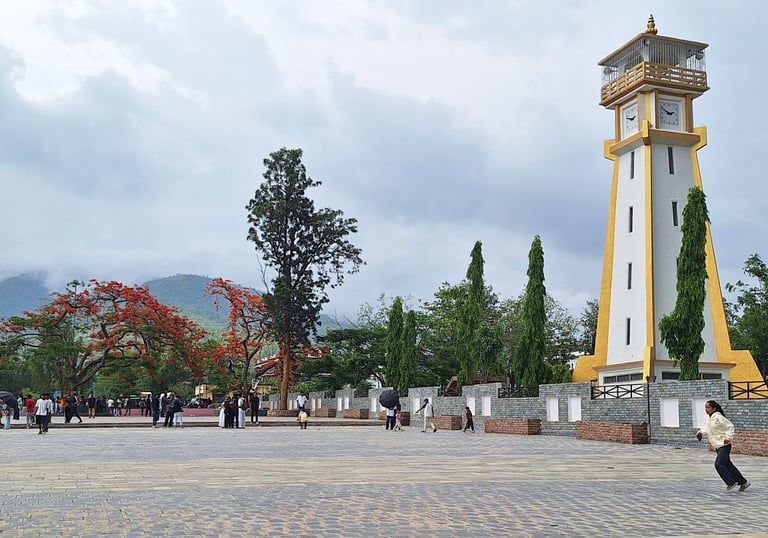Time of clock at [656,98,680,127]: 2:49
